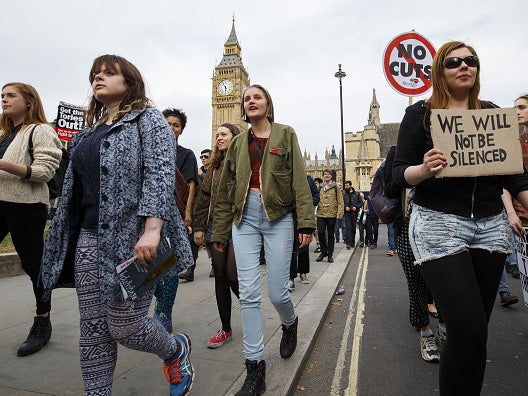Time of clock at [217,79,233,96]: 5:54
